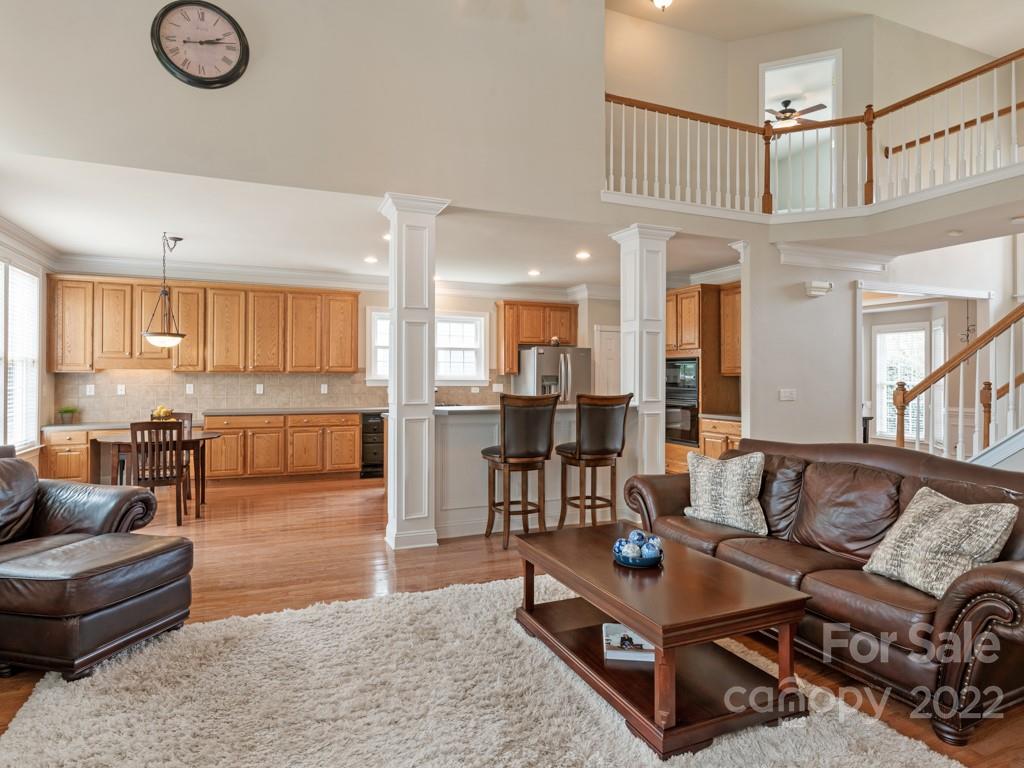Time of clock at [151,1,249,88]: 2:13
